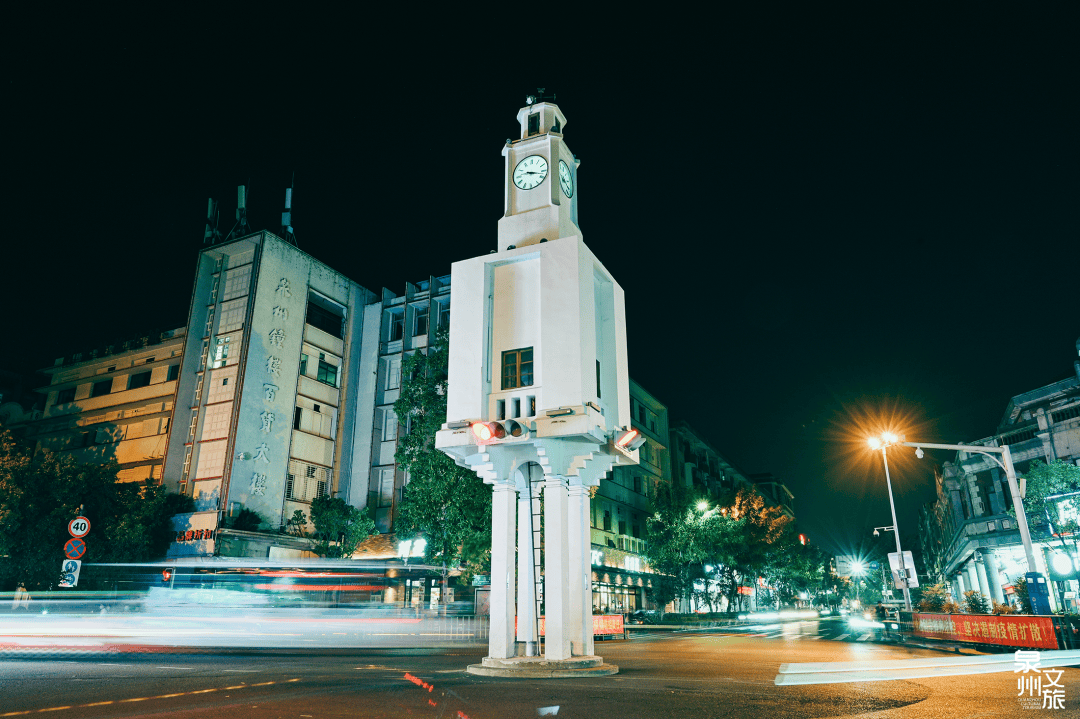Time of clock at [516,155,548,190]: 9:17
